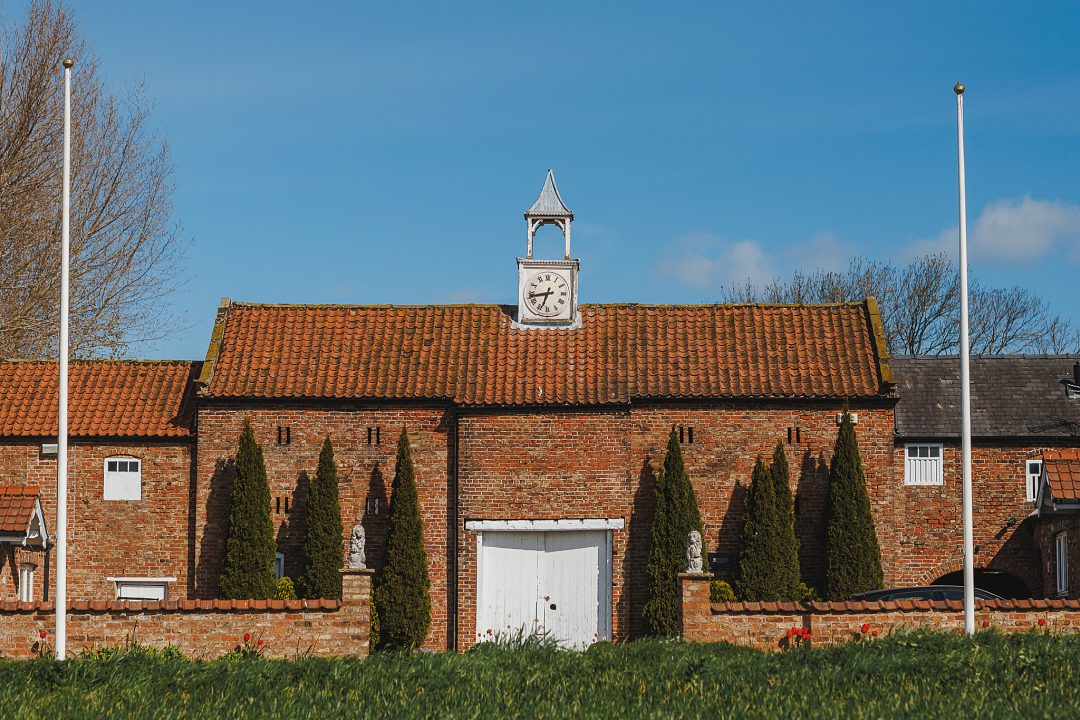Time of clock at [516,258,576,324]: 6:43
